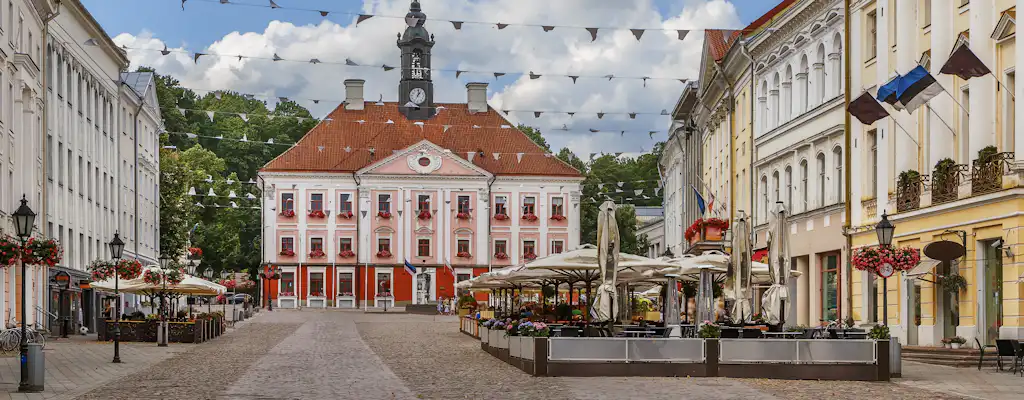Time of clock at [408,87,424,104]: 1:01
